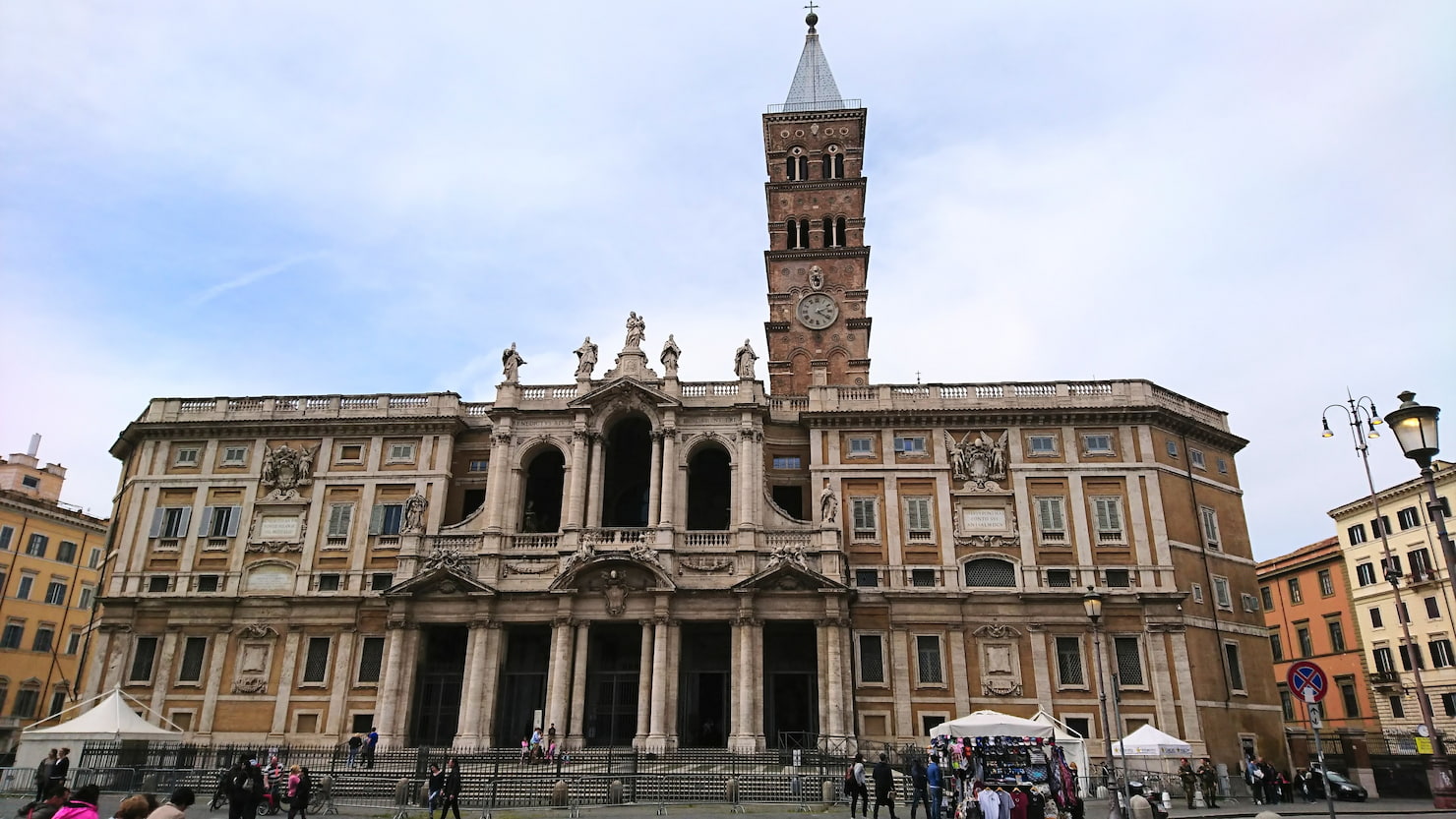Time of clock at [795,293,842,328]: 2:21
